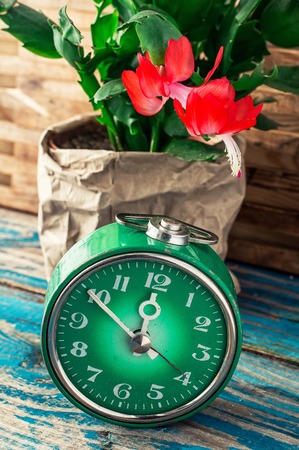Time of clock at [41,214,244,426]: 11:49
